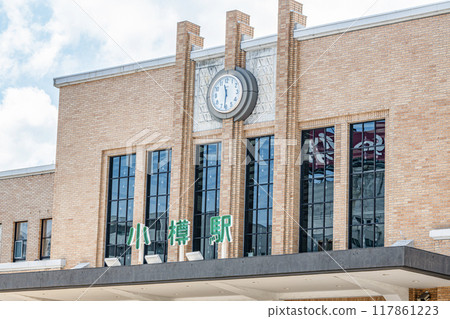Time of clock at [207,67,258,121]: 11:31
